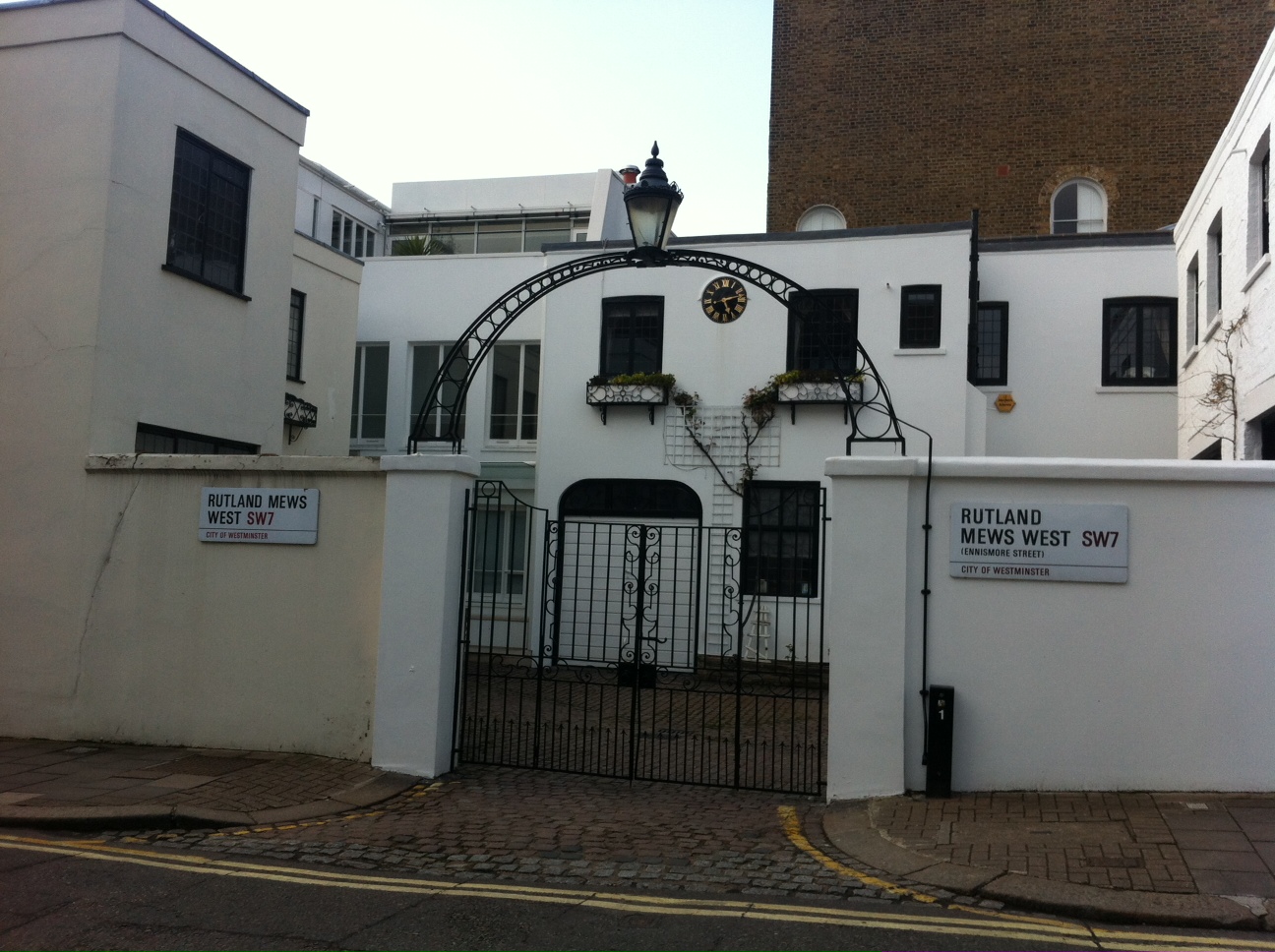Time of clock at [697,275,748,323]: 5:12
